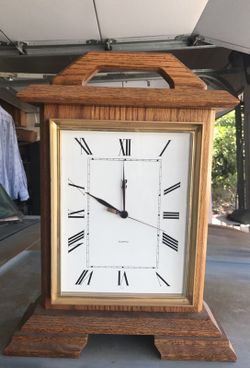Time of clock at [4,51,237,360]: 11:49
